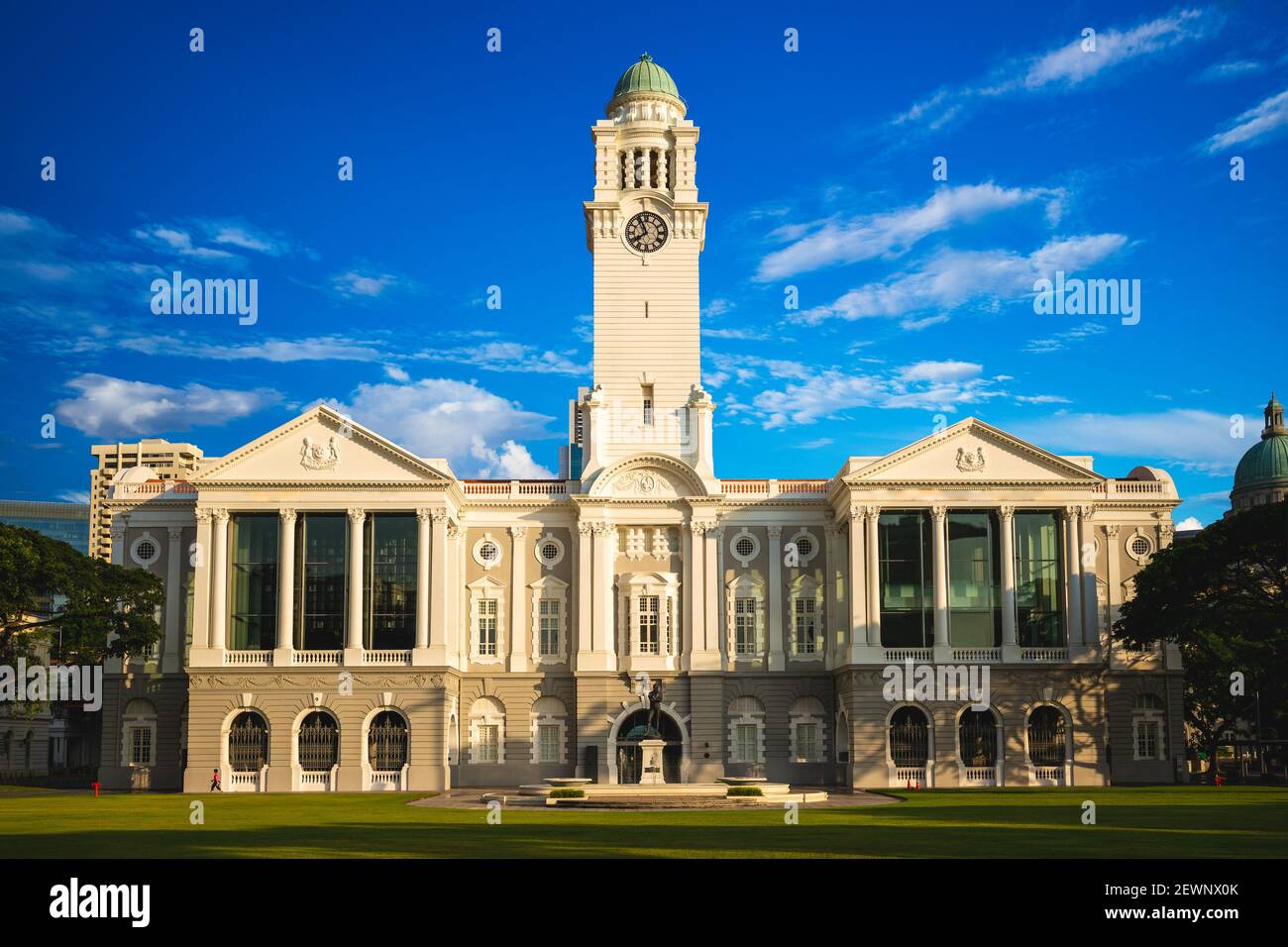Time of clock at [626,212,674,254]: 7:55
